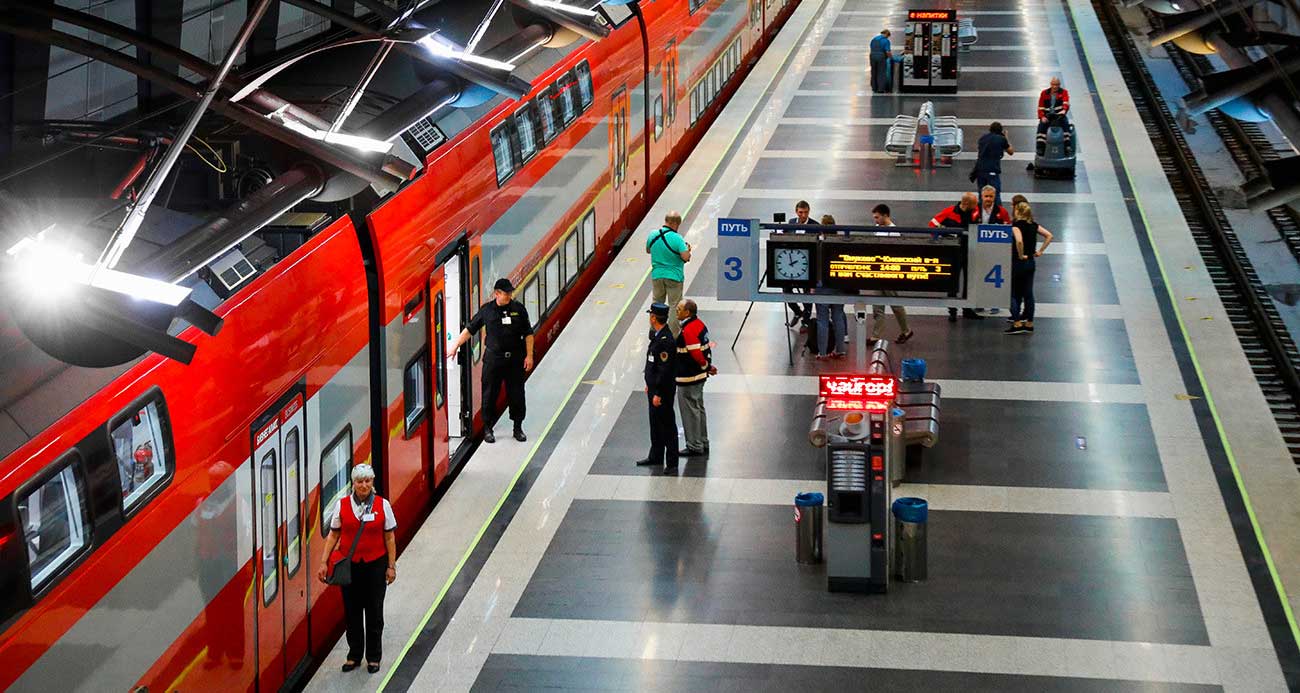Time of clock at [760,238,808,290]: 1:58
